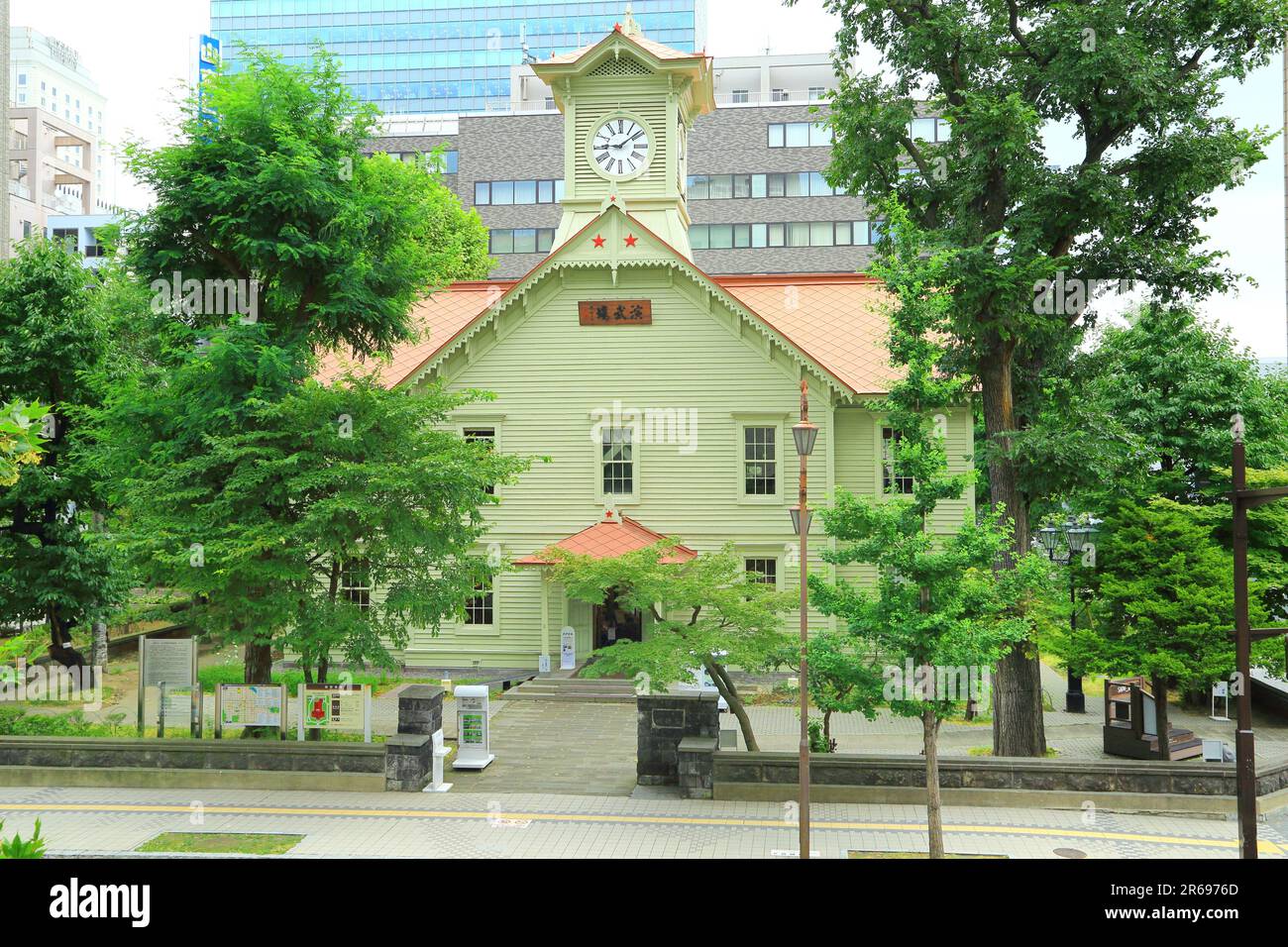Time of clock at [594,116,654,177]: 9:08
